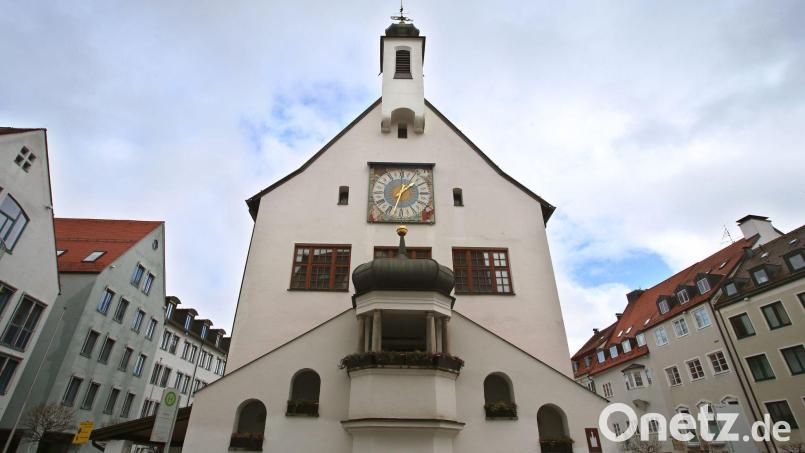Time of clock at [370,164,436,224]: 1:32
